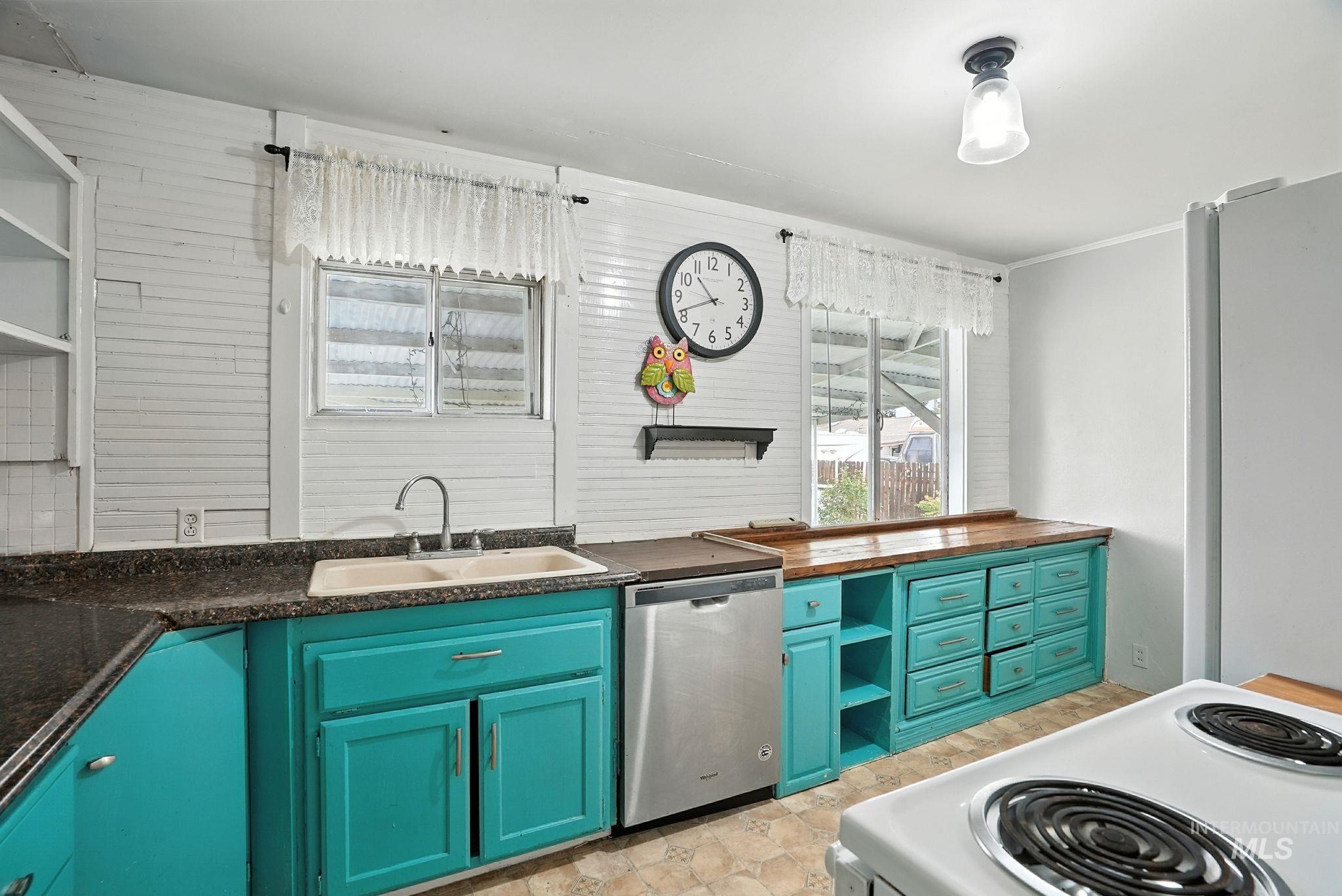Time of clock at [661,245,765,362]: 10:41
